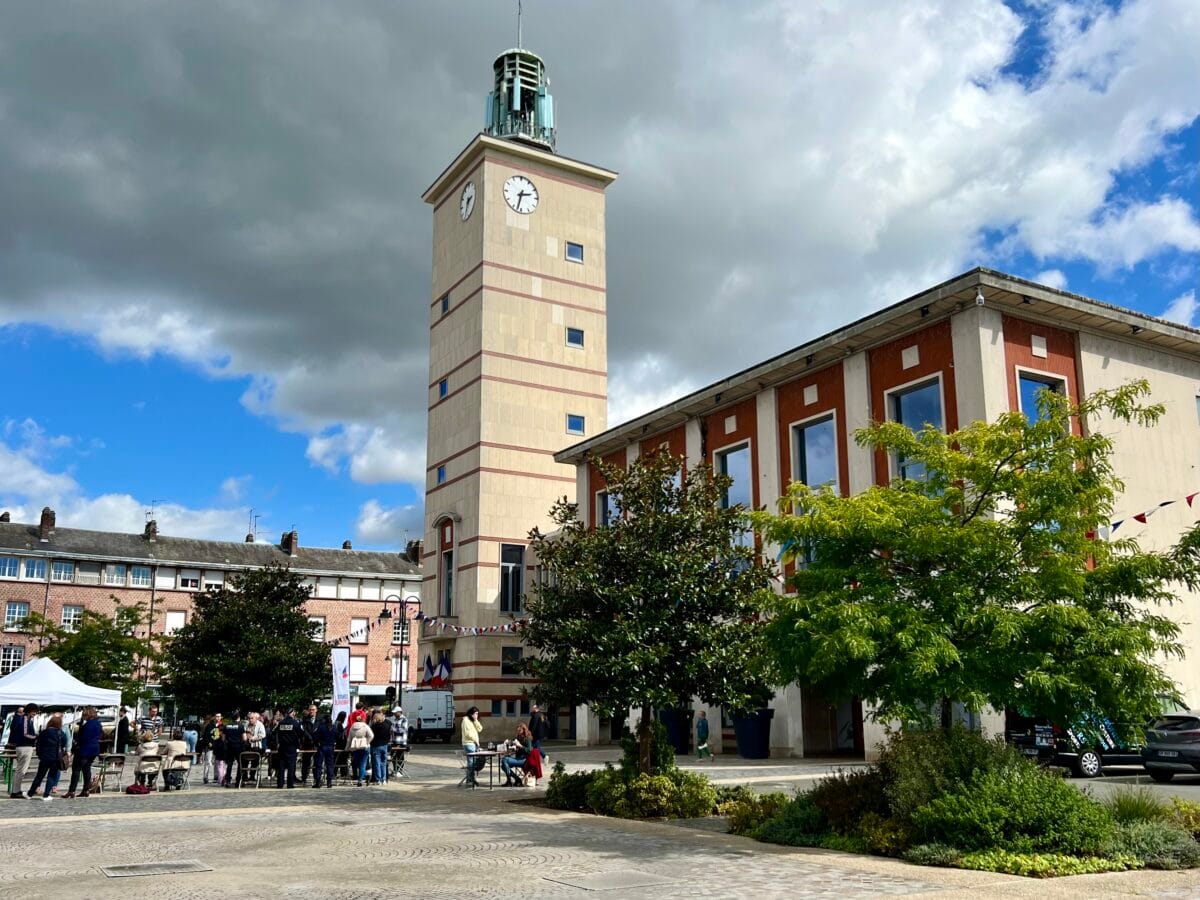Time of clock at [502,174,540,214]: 2:32
